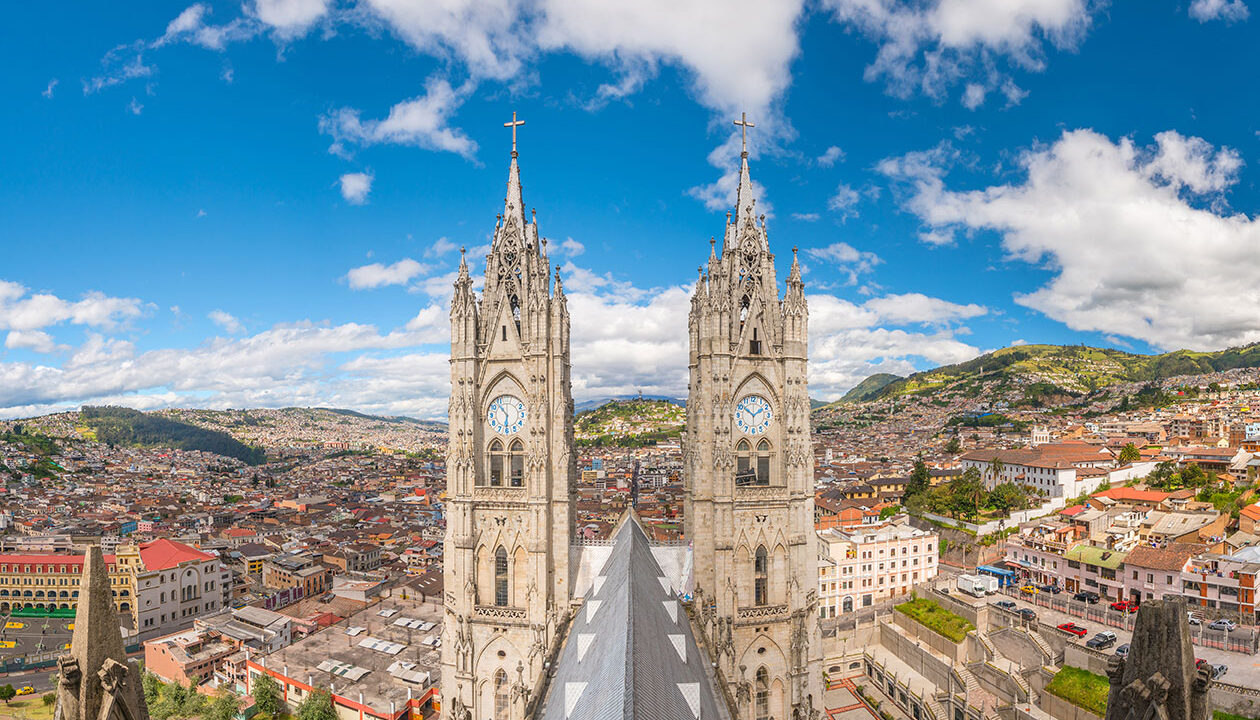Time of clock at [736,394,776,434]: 1:51
